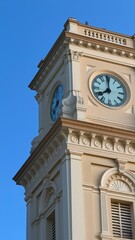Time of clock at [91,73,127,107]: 7:59
